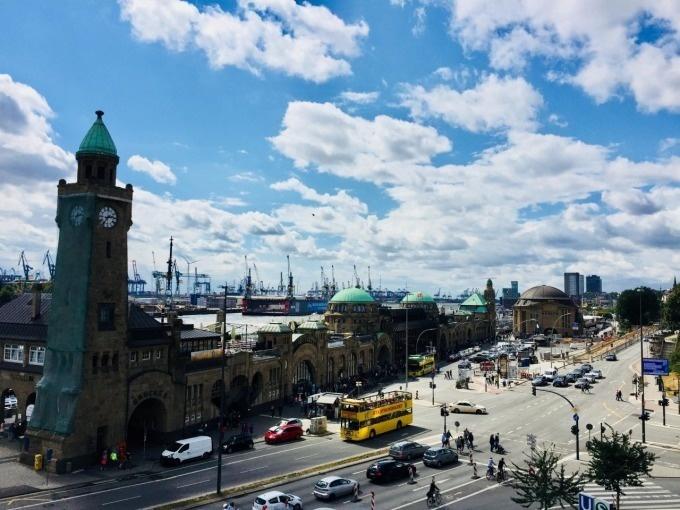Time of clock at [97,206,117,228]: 2:36
